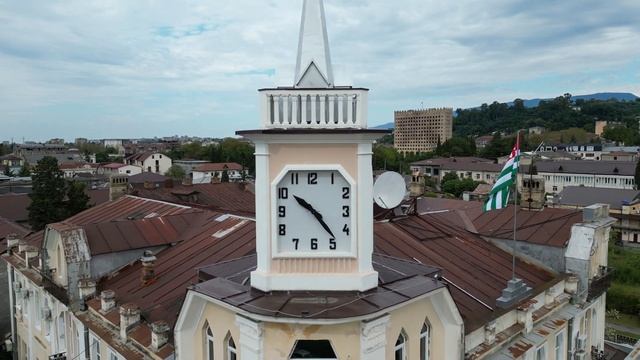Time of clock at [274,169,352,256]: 10:23
